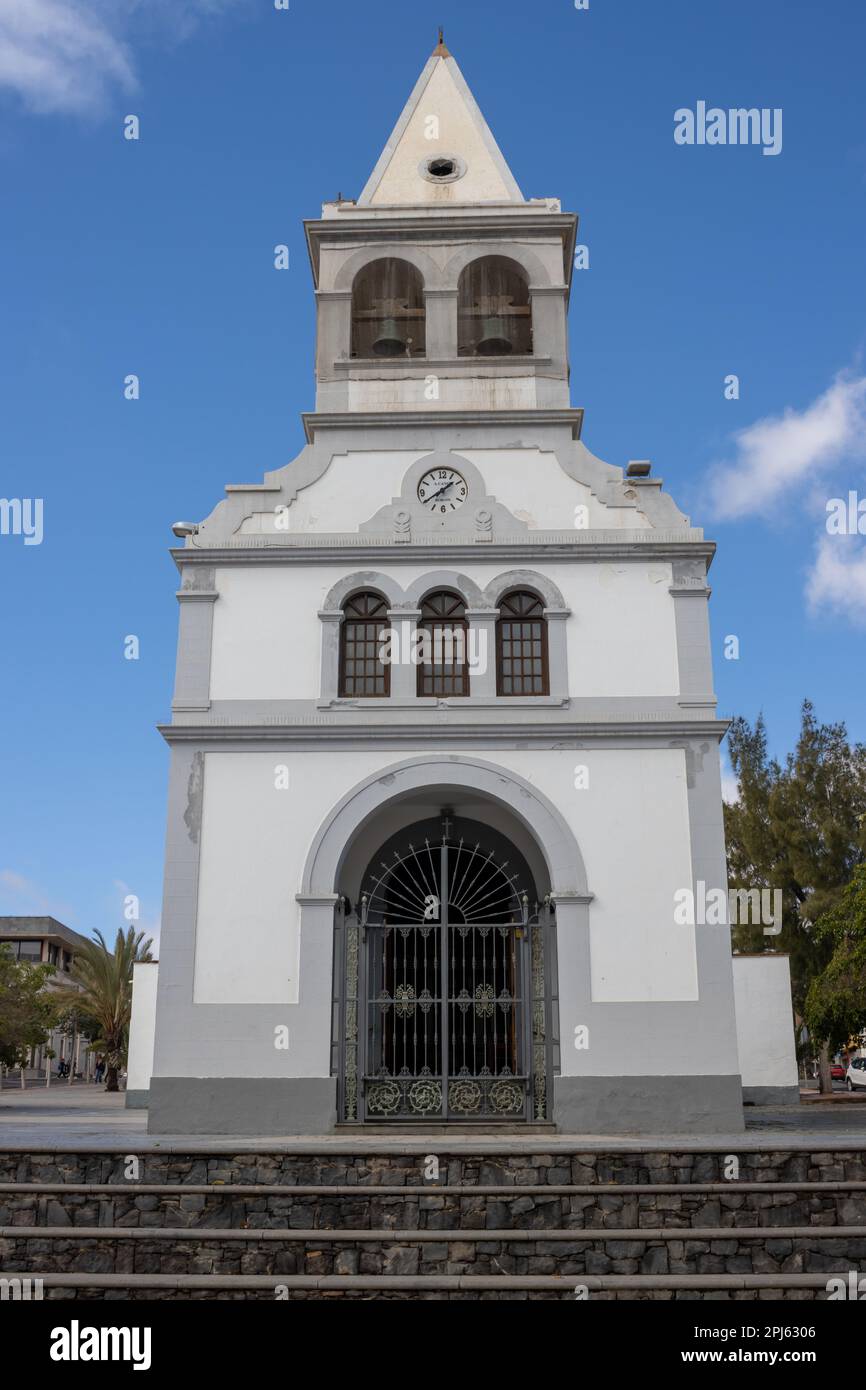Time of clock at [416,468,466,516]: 1:39
